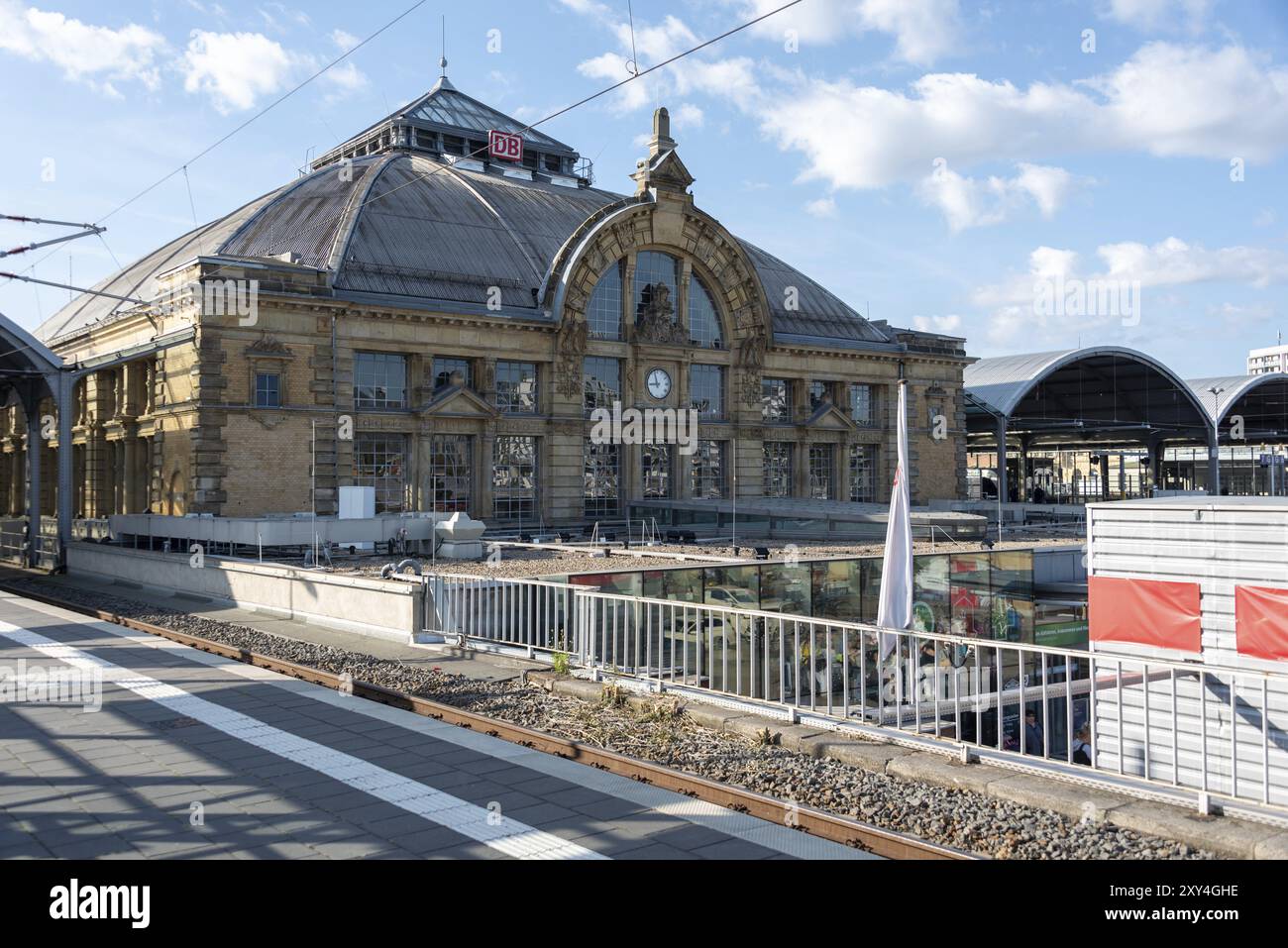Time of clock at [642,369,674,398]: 8:57
